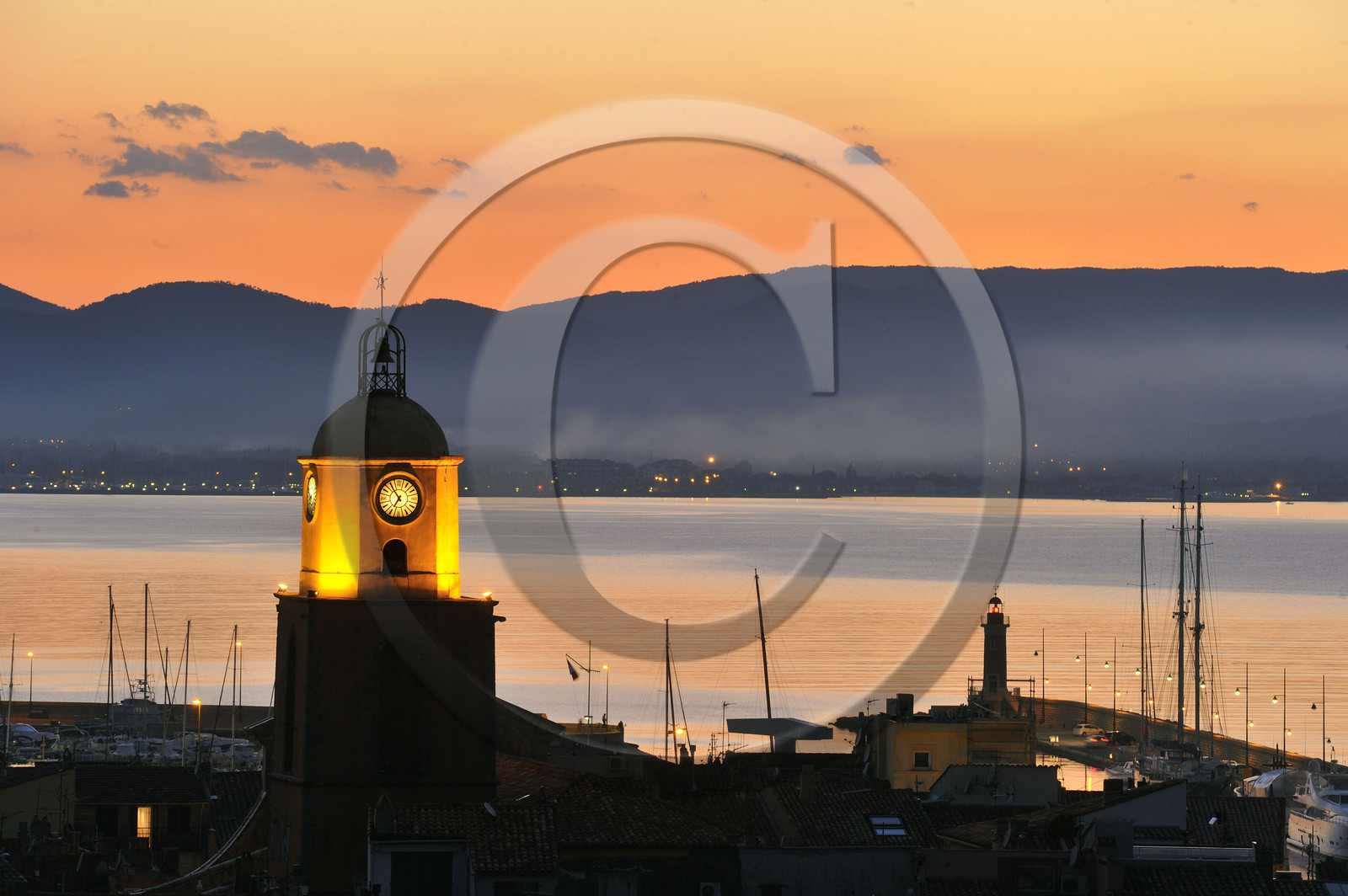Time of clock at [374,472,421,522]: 6:54
